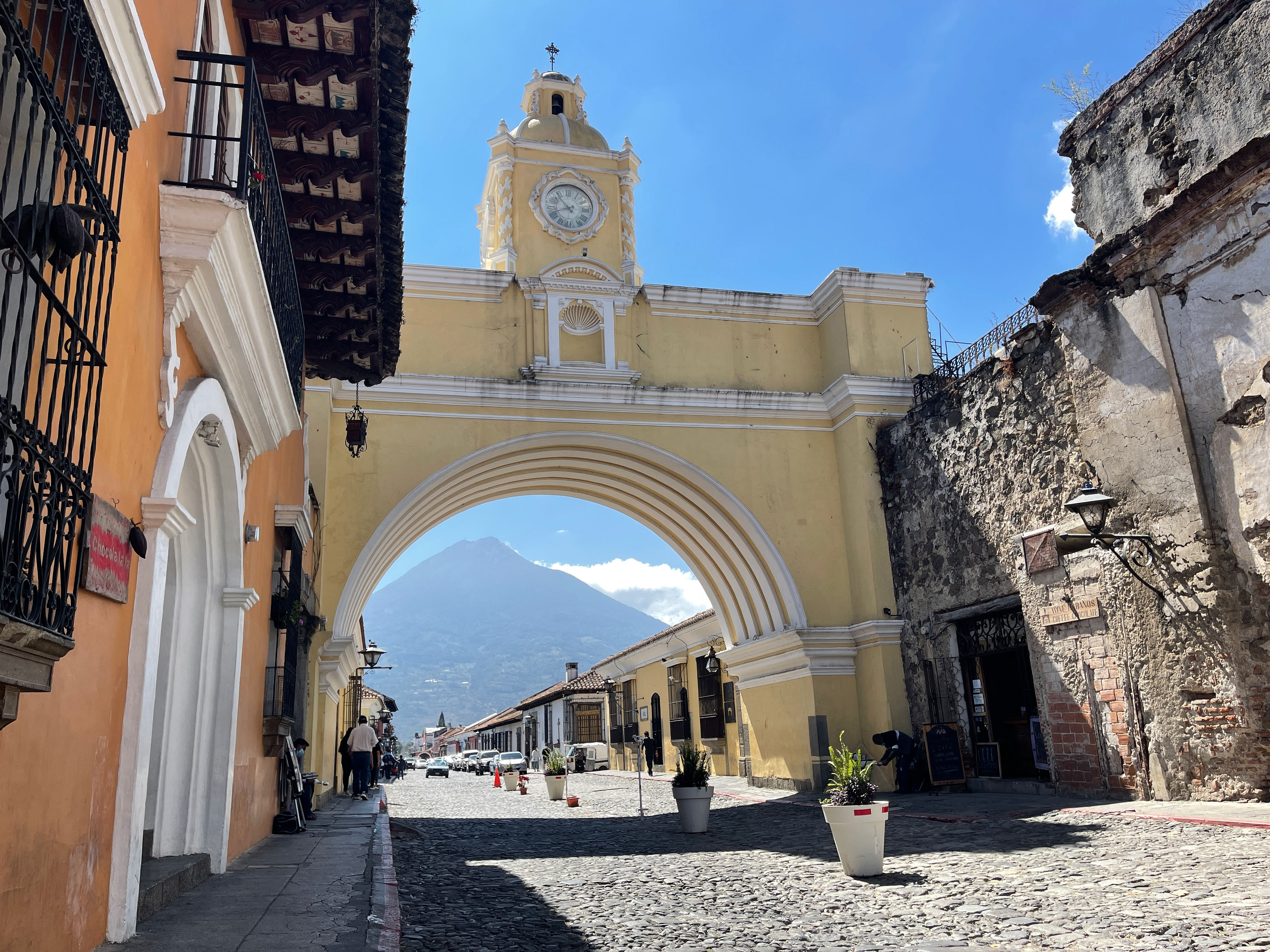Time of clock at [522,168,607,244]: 10:41
